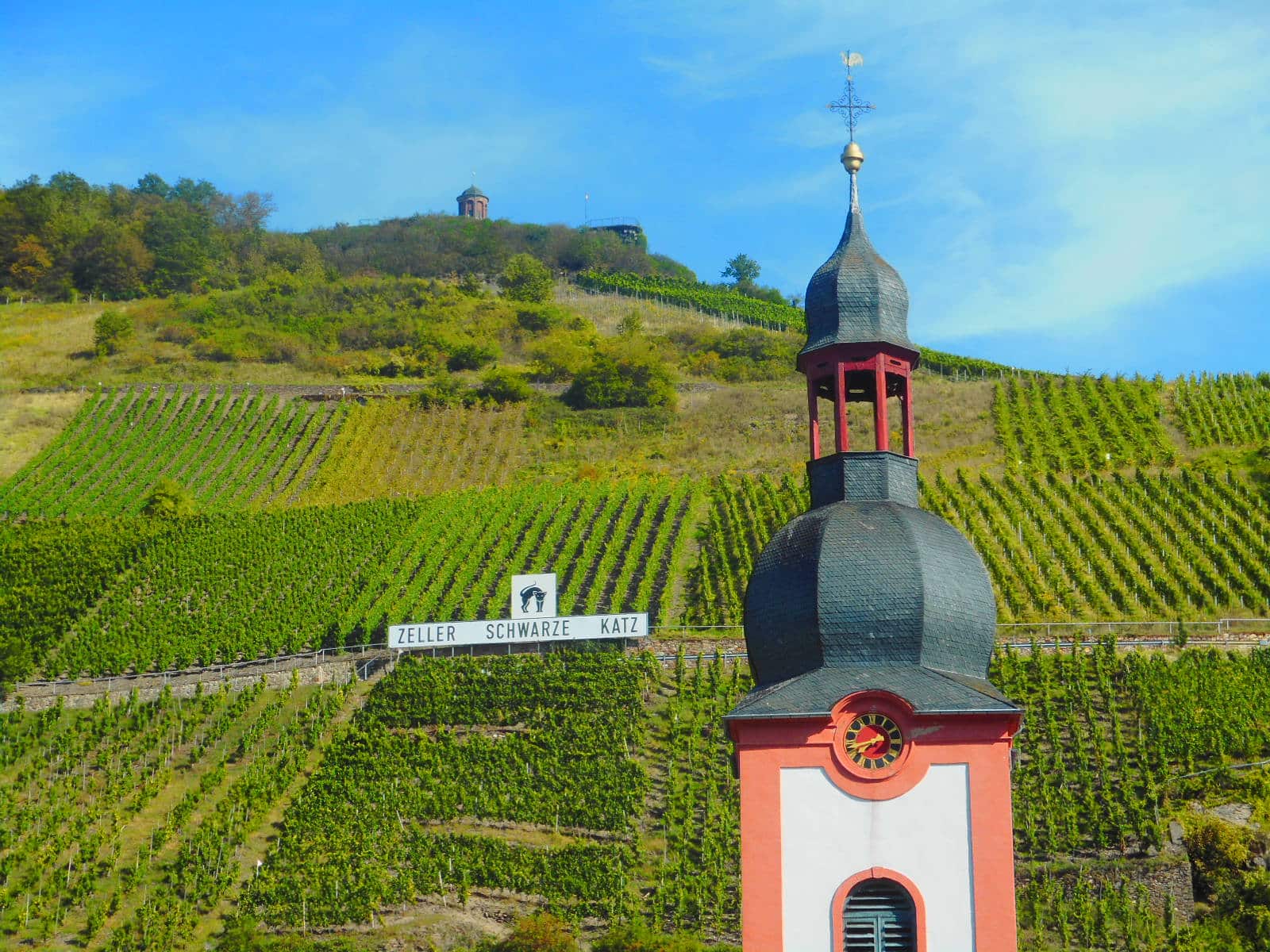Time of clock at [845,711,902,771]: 7:41
